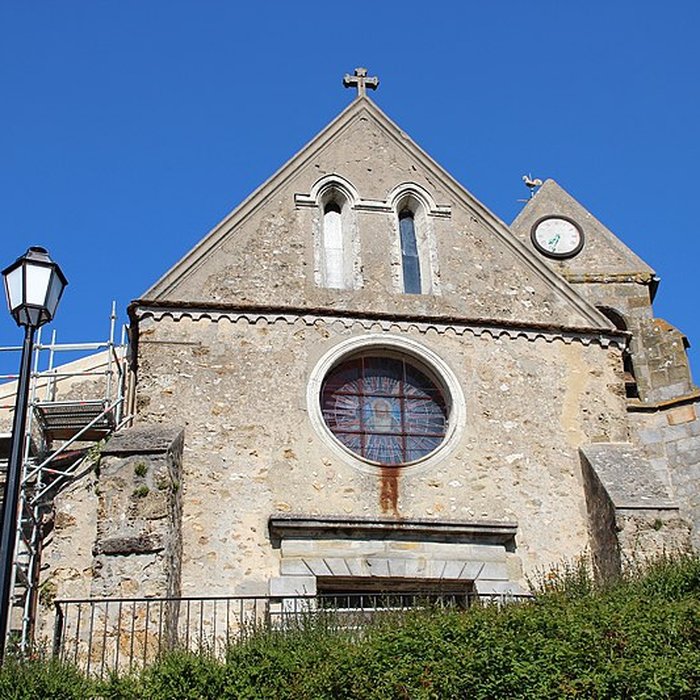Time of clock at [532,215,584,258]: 7:34
